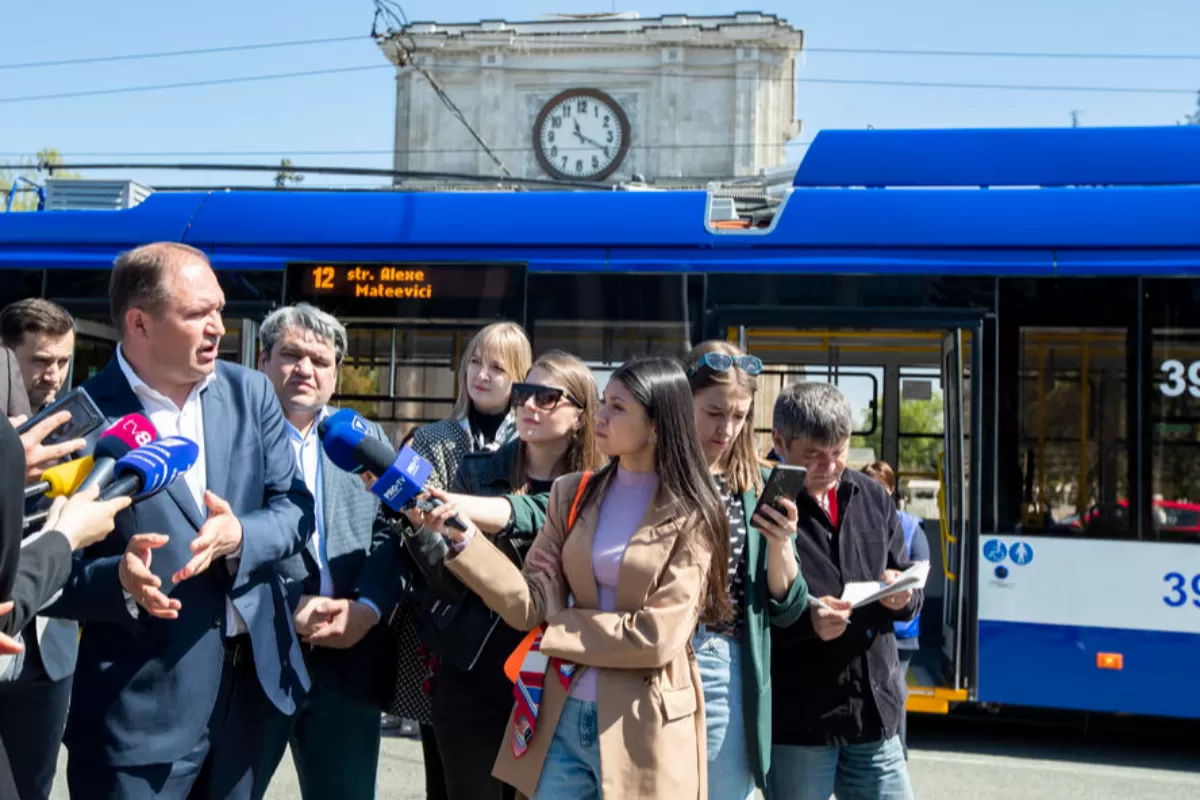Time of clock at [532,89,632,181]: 11:19
